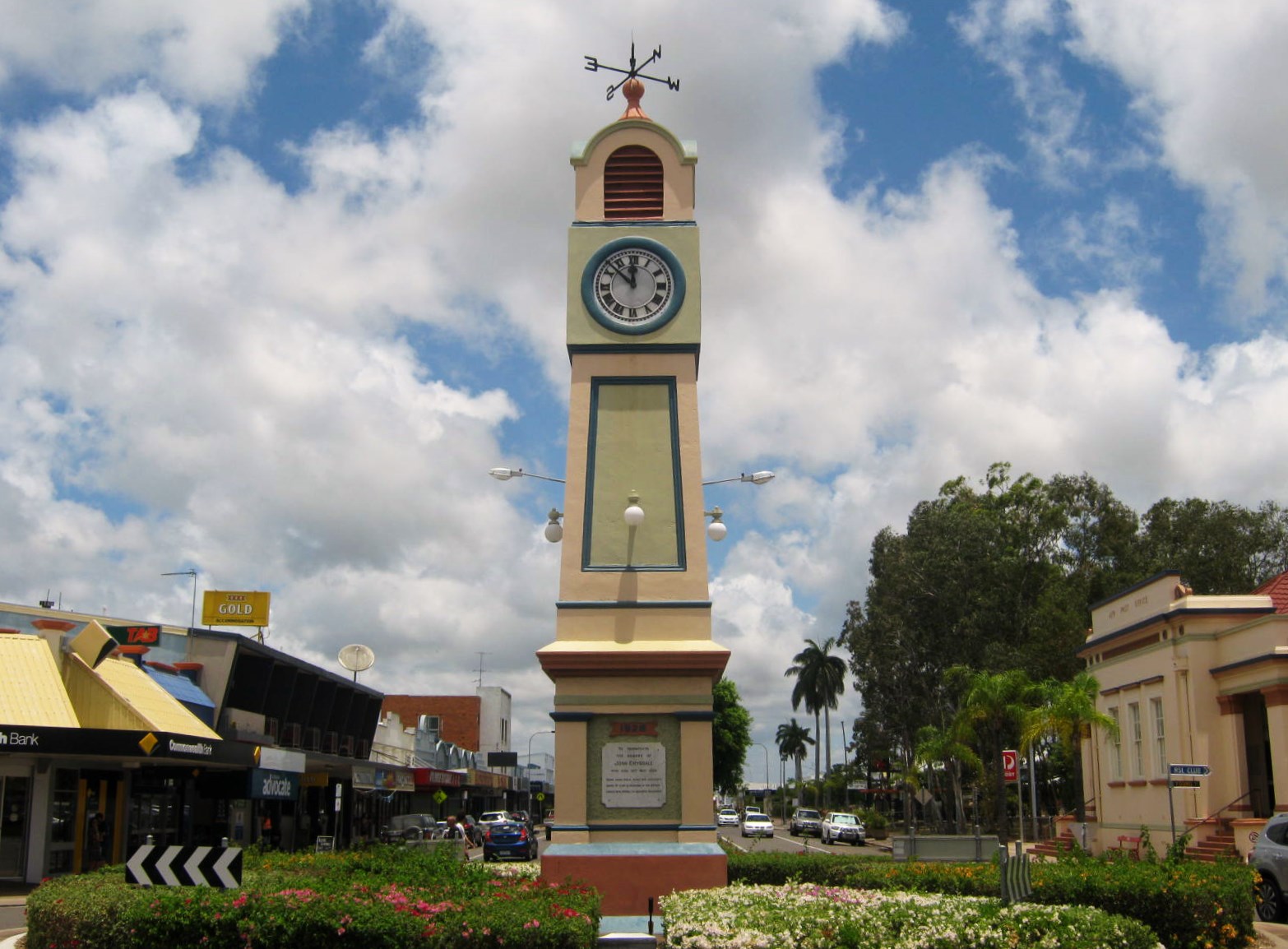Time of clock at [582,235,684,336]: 11:52
